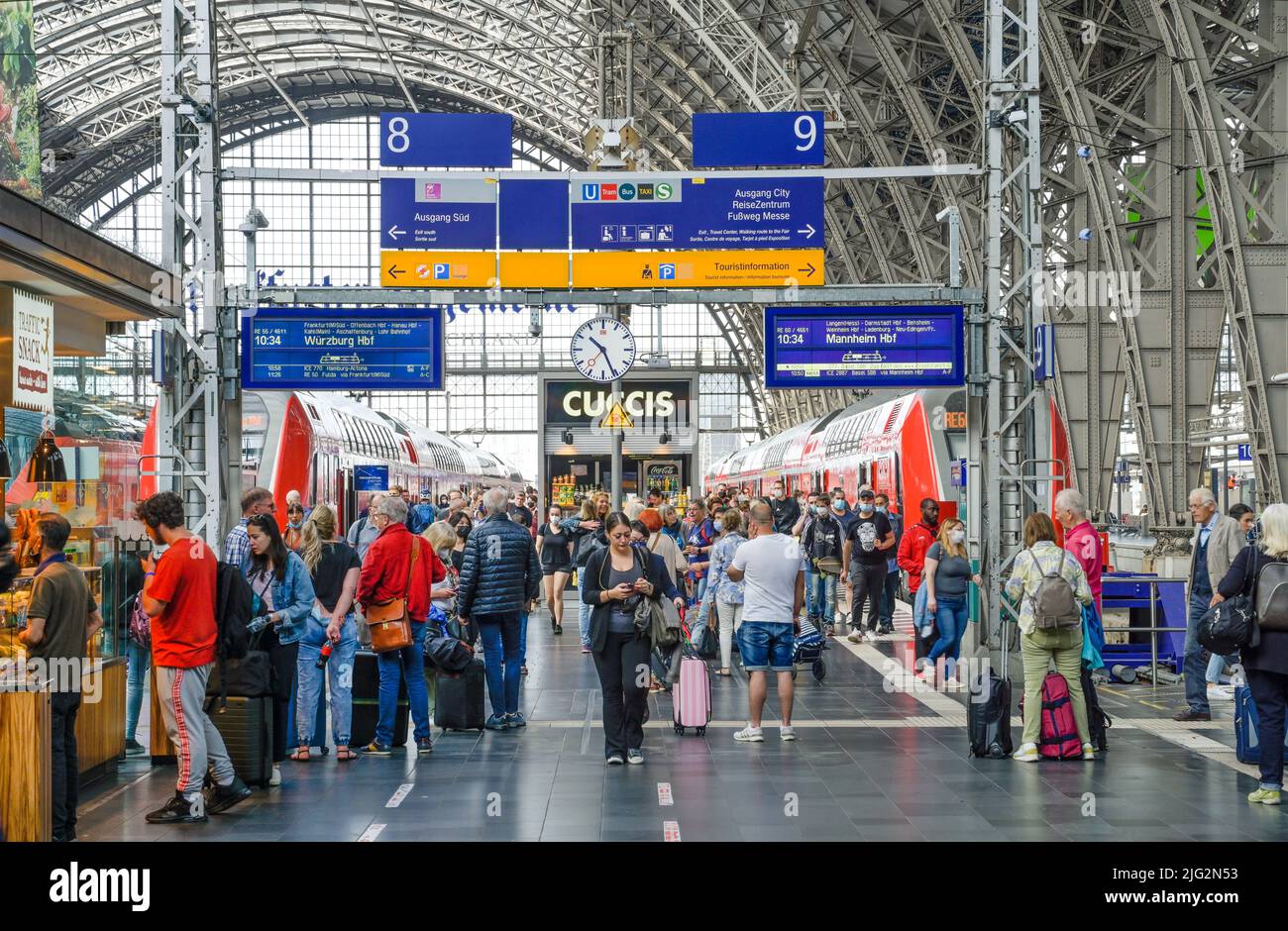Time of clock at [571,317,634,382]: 10:26
